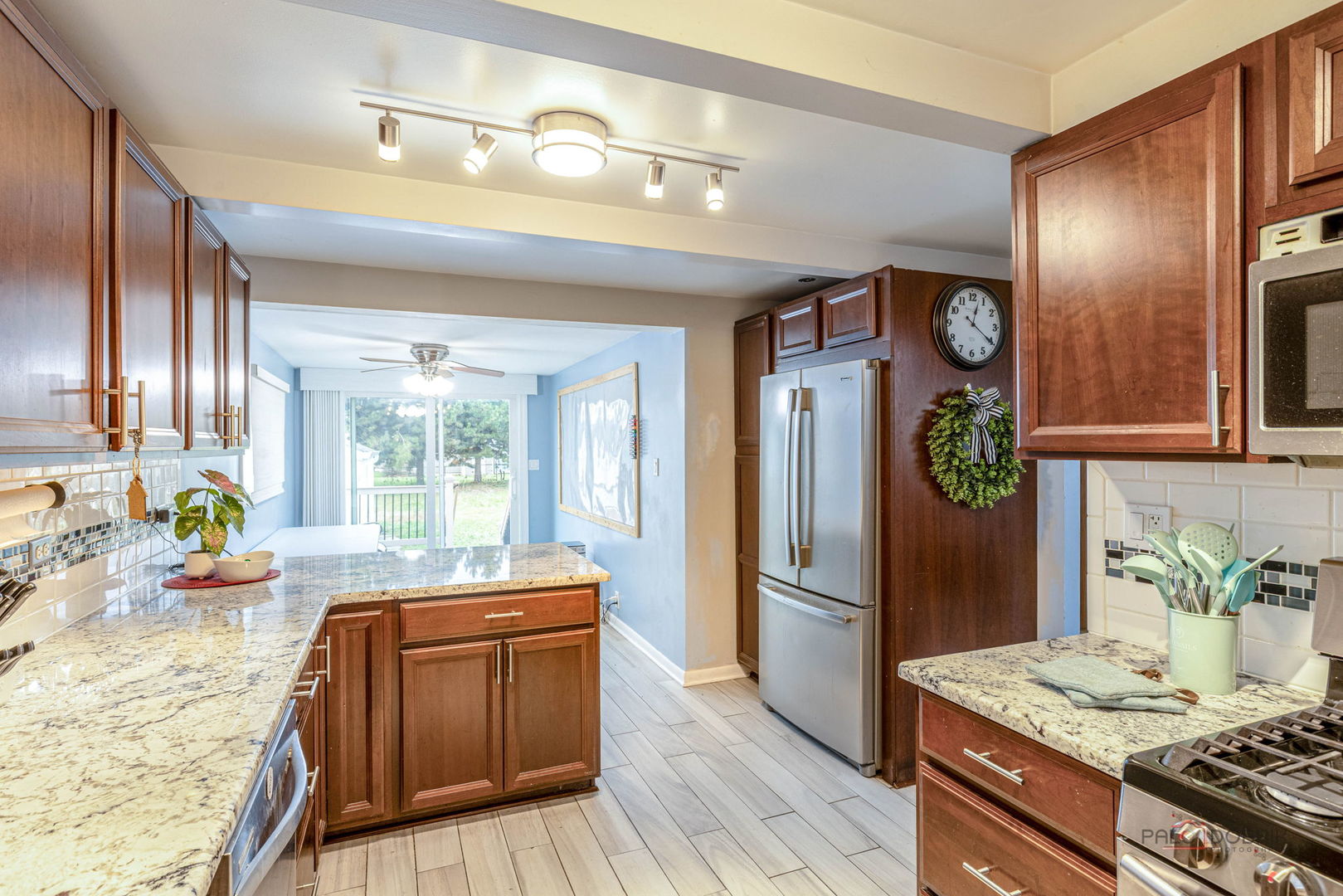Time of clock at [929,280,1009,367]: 12:20
